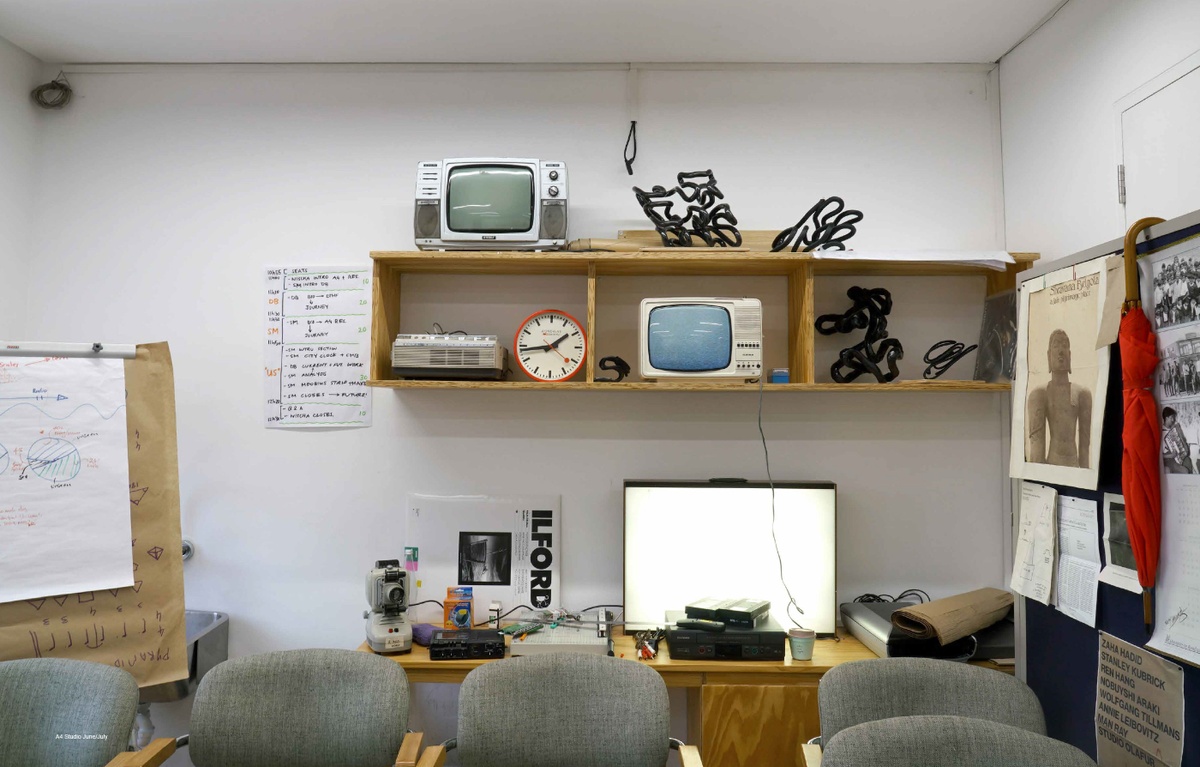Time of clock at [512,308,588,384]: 1:43
